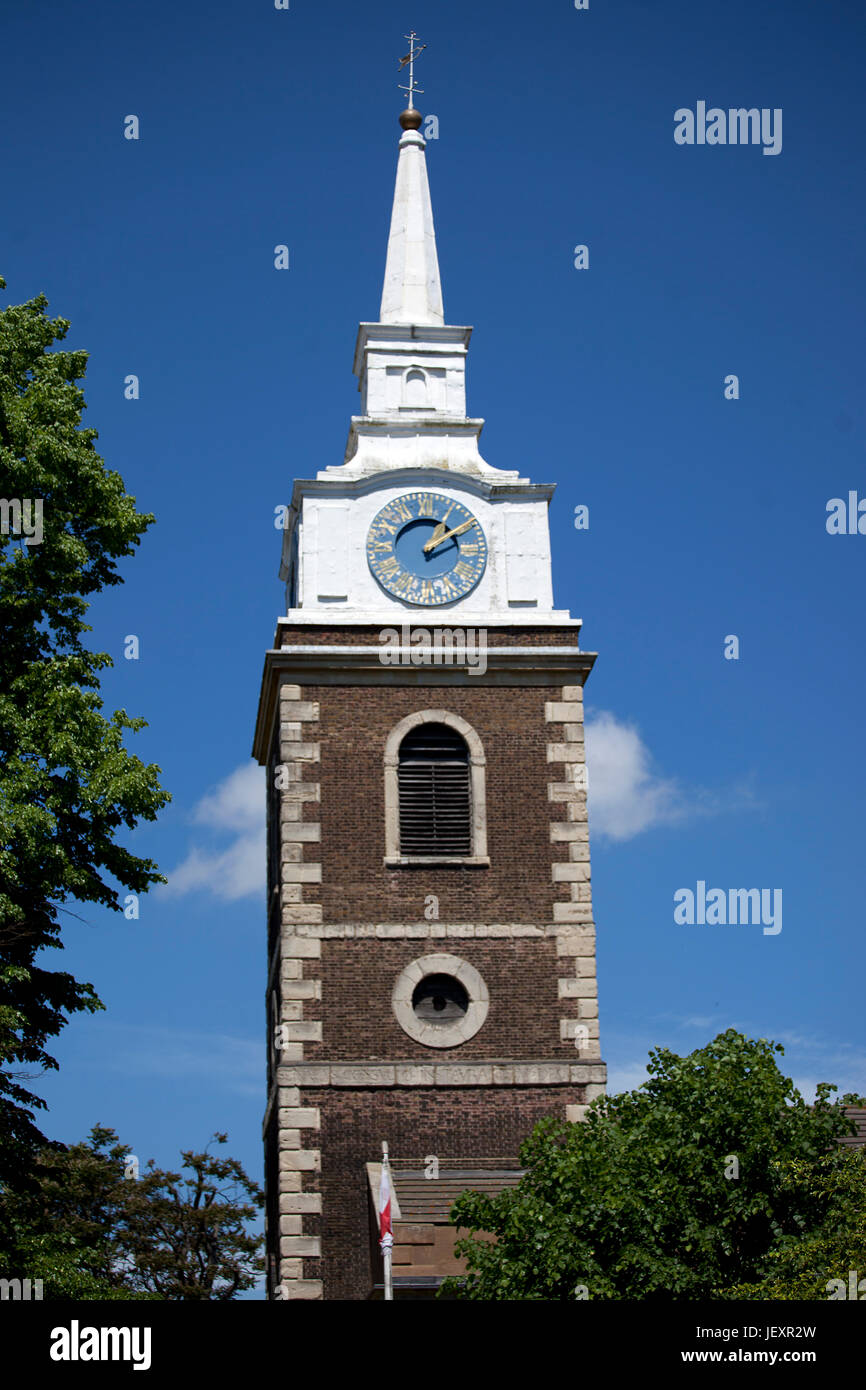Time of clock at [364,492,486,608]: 1:09
